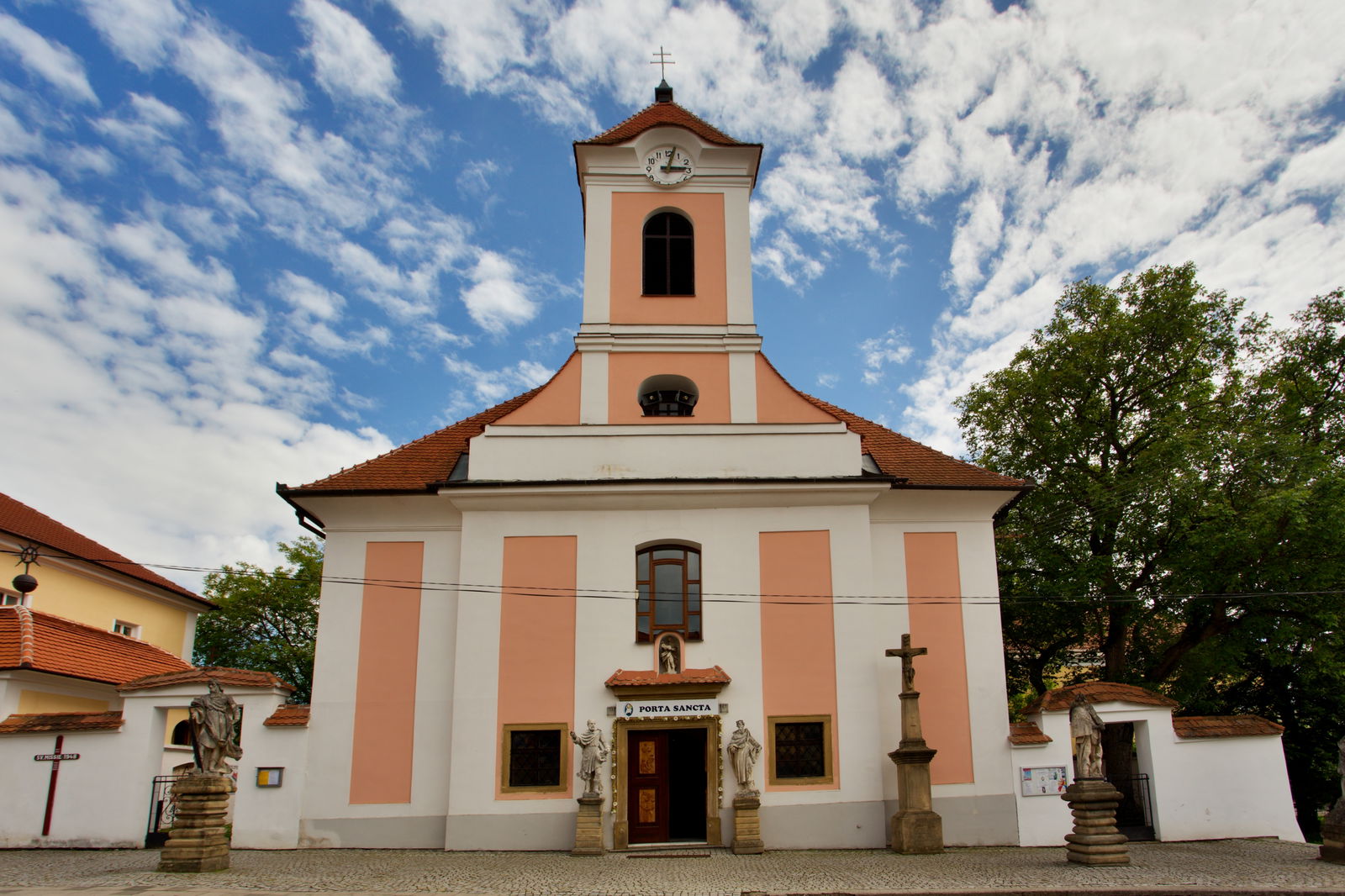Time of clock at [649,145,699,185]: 3:02
